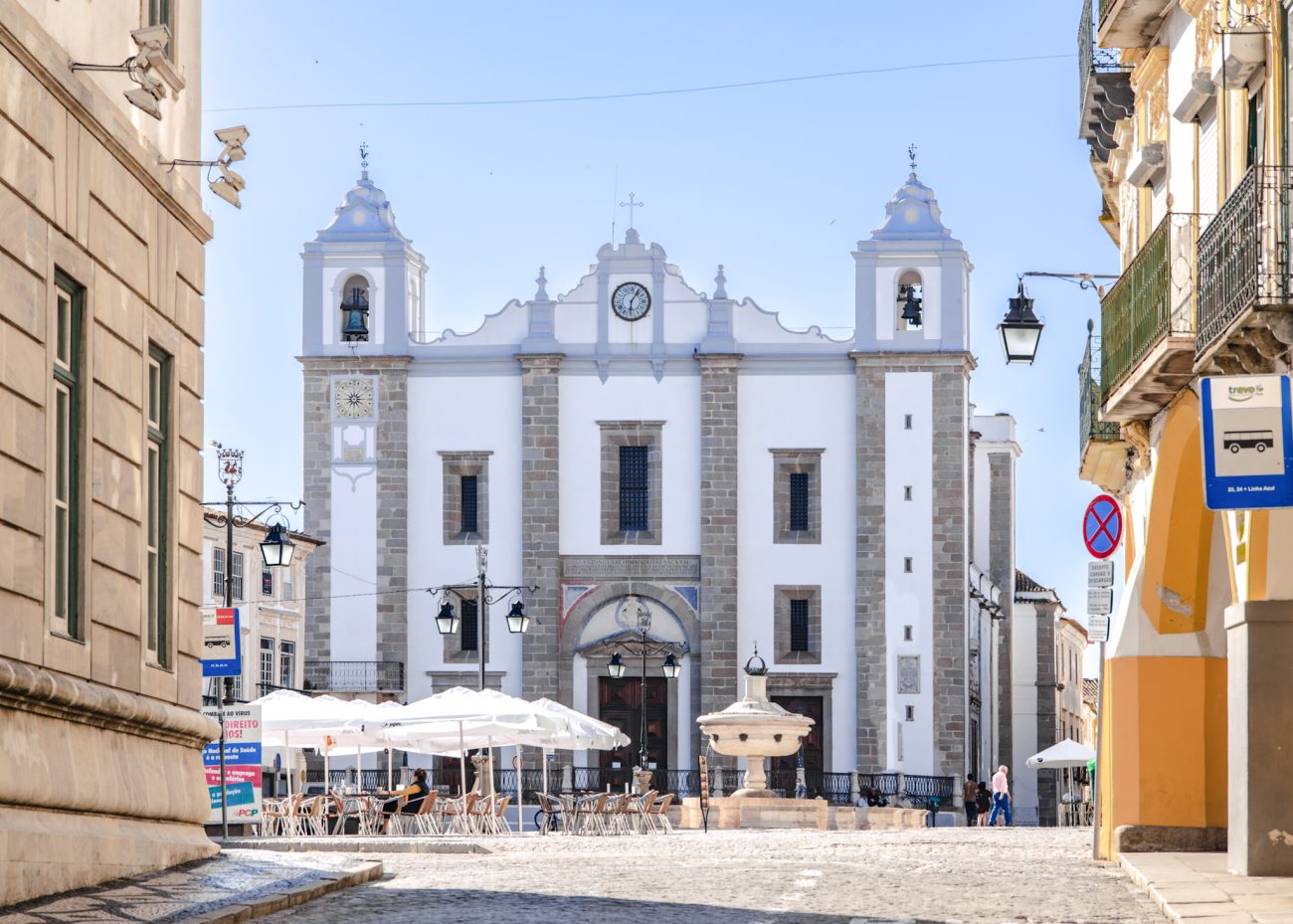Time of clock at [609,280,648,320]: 6:05
